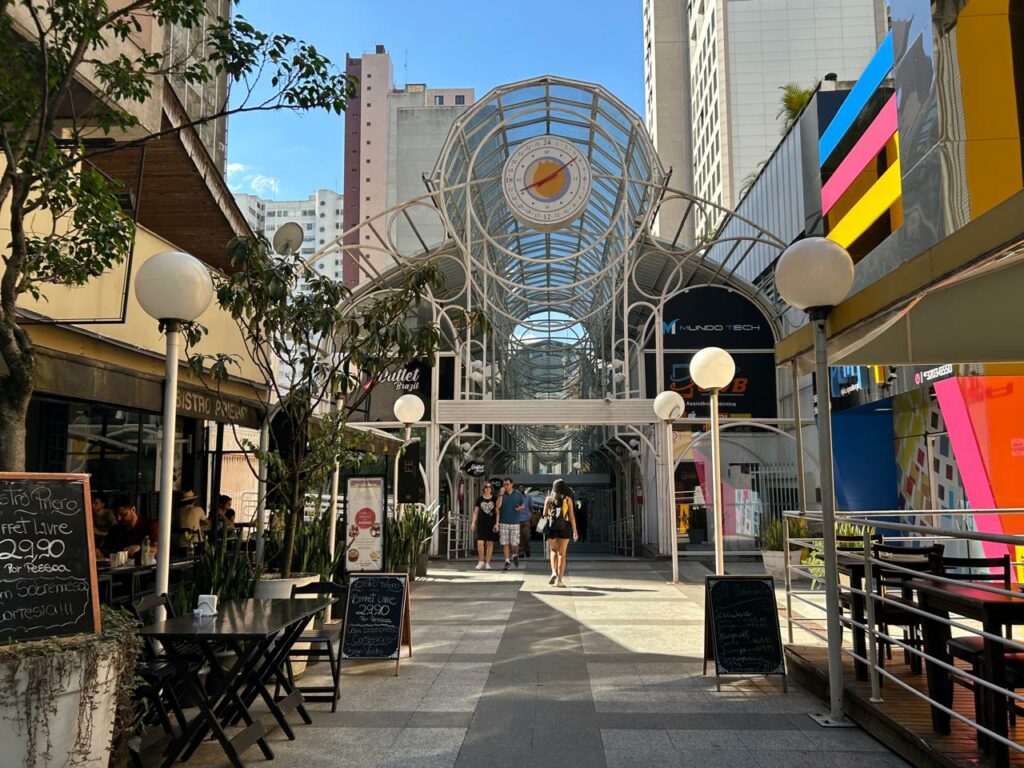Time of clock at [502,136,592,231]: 8:09
